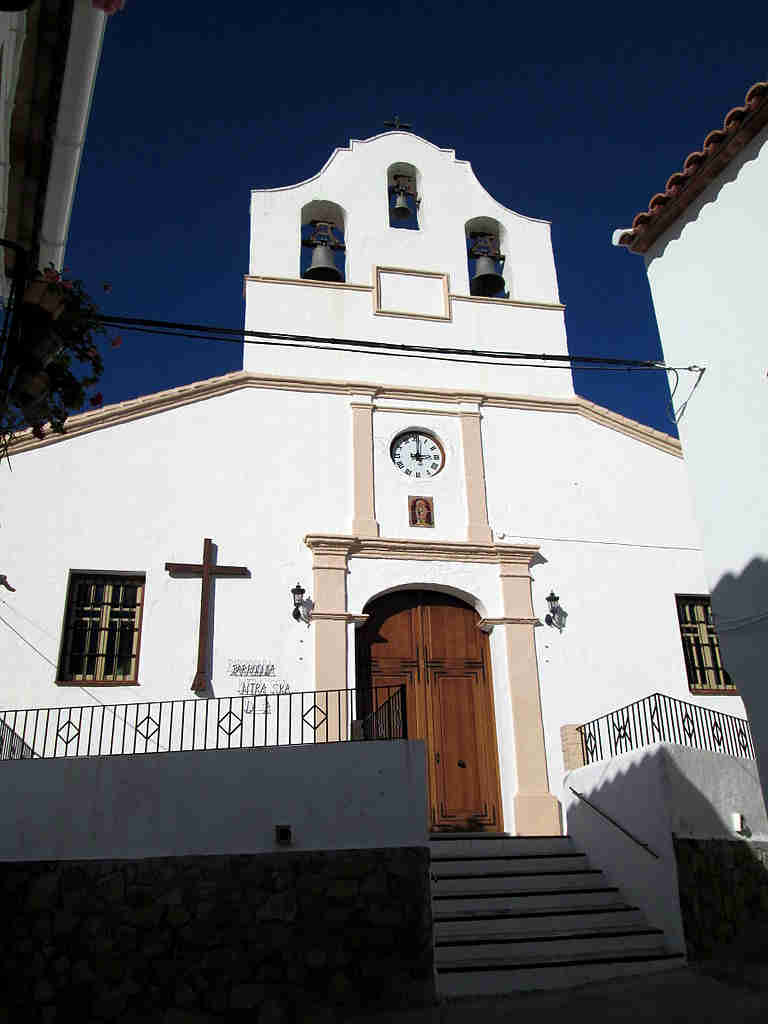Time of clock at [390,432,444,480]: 3:01
